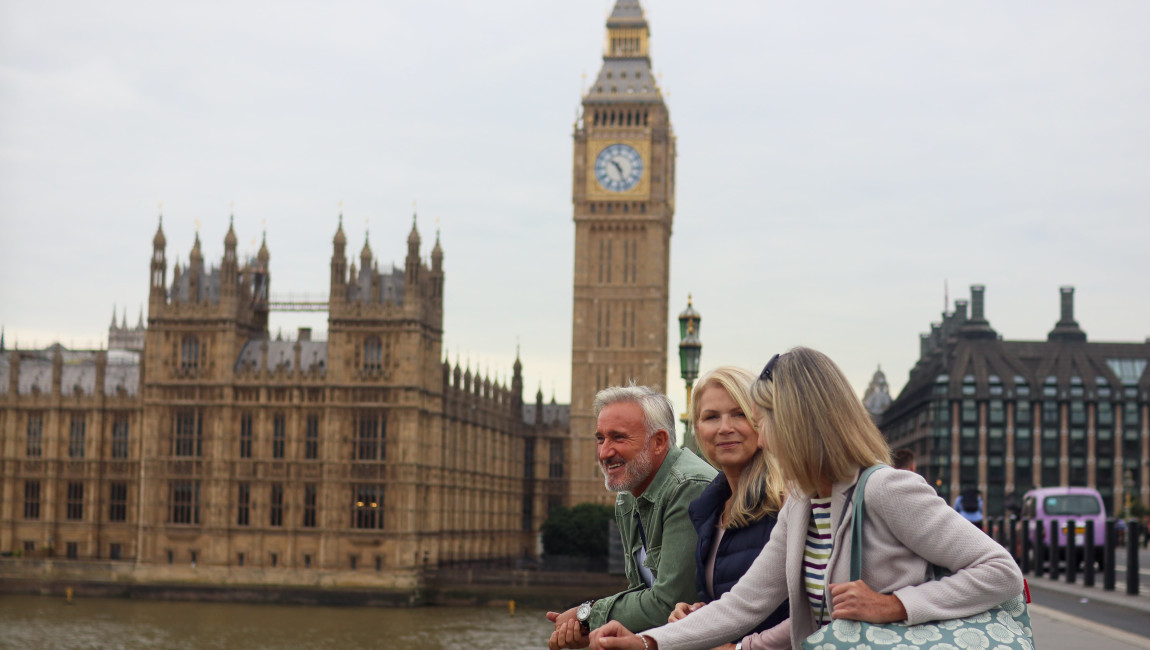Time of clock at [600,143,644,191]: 10:26
